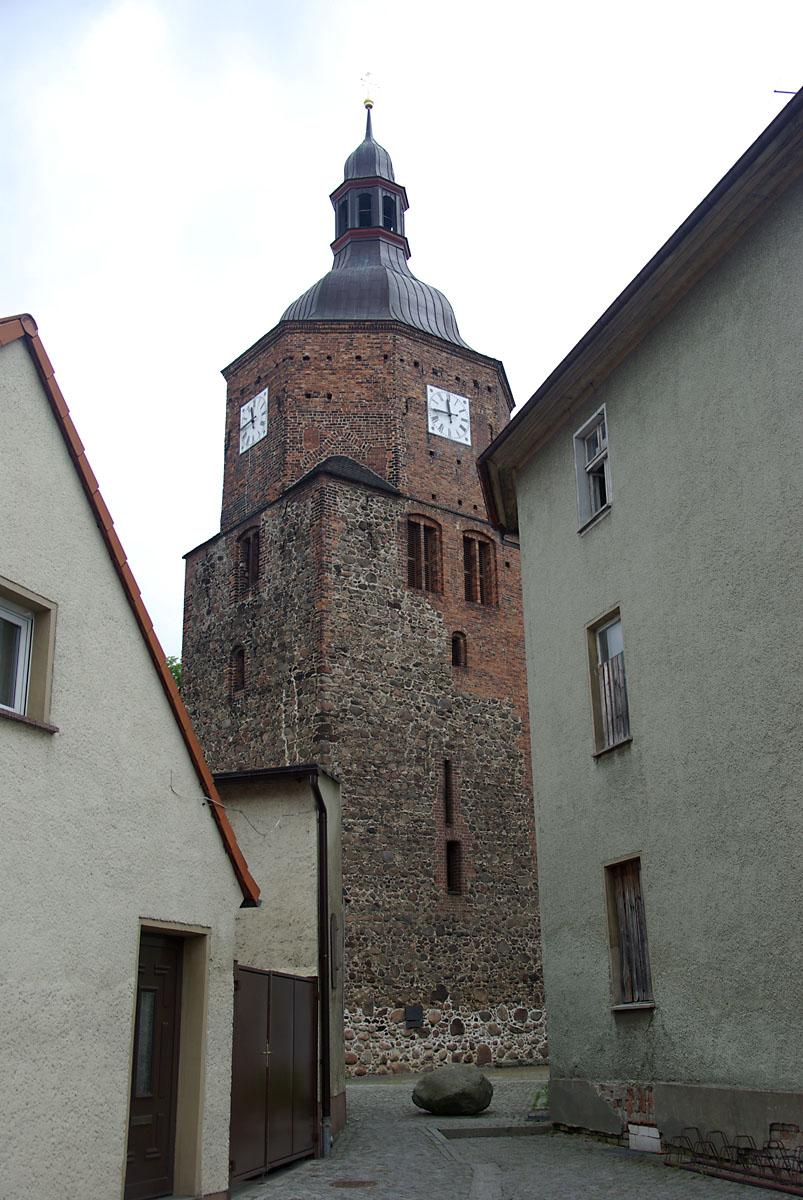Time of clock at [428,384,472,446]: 11:44
